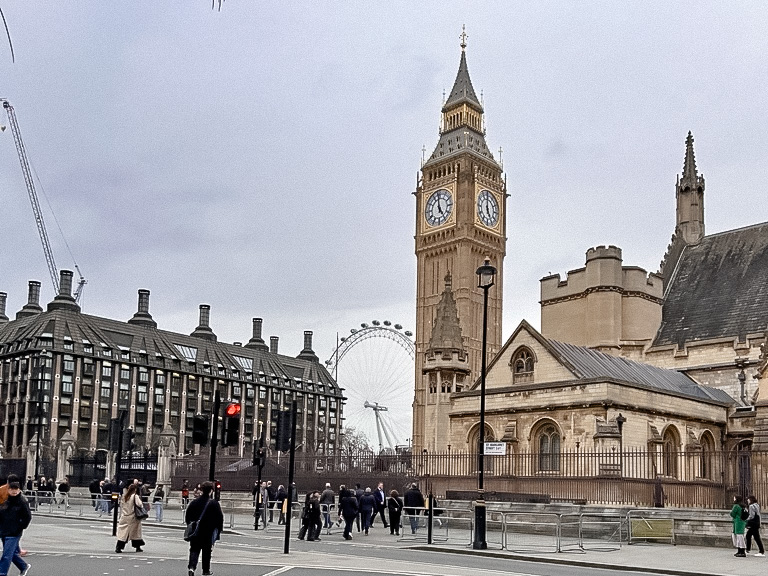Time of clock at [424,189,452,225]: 4:59
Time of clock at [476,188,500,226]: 4:59
